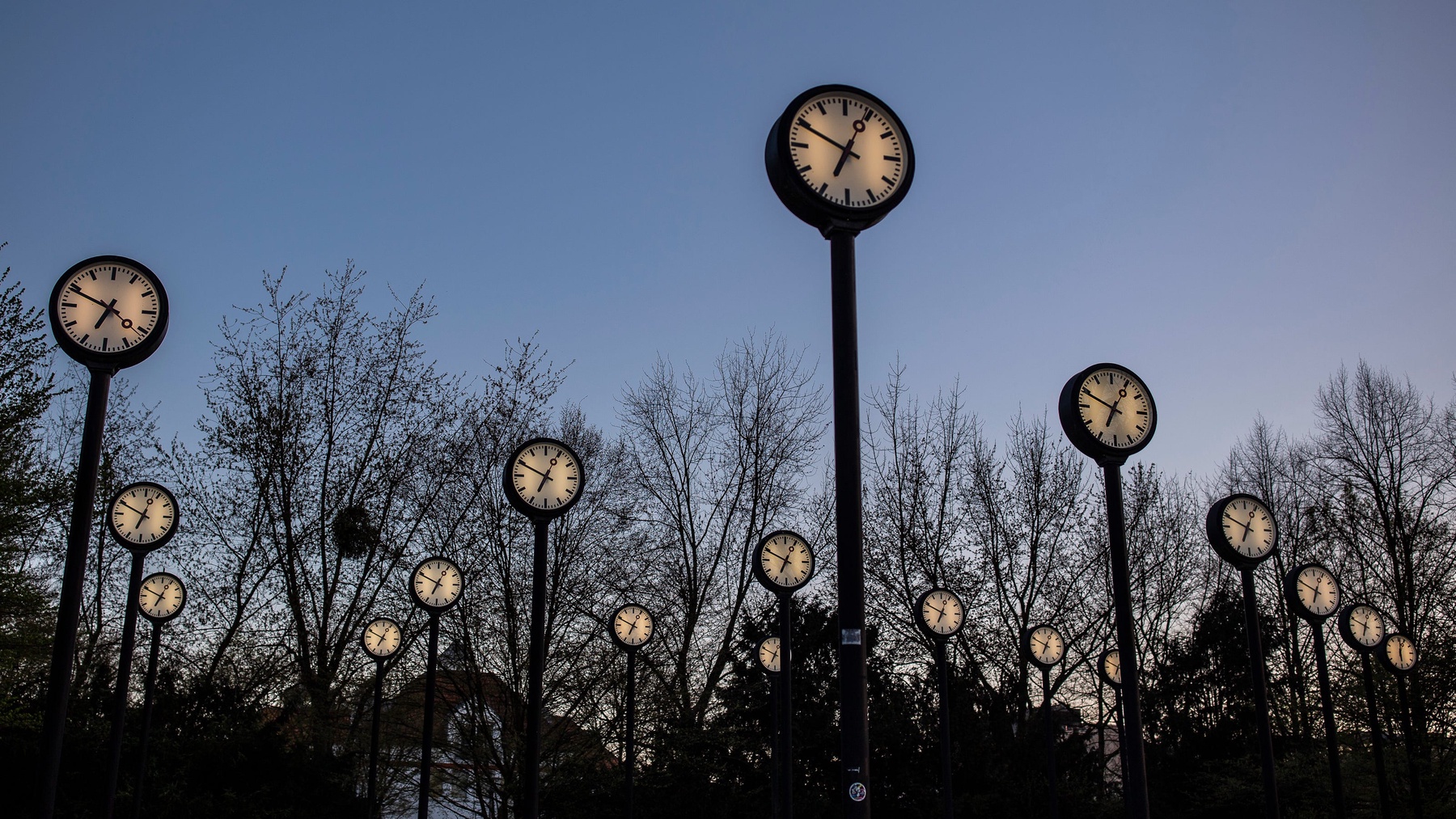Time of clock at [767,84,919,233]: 12:49
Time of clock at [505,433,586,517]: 12:49
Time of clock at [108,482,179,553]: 12:49
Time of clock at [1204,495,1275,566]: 12:49
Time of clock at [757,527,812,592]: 12:49
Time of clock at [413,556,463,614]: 12:49
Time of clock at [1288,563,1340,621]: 12:49
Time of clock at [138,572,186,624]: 12:49
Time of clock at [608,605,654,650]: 12:49
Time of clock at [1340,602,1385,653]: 12:49
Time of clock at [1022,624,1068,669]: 12:49
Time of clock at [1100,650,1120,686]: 6:49
